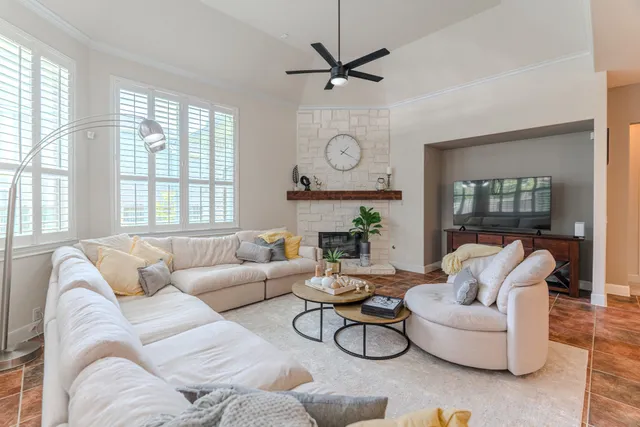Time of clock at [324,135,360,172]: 1:19
